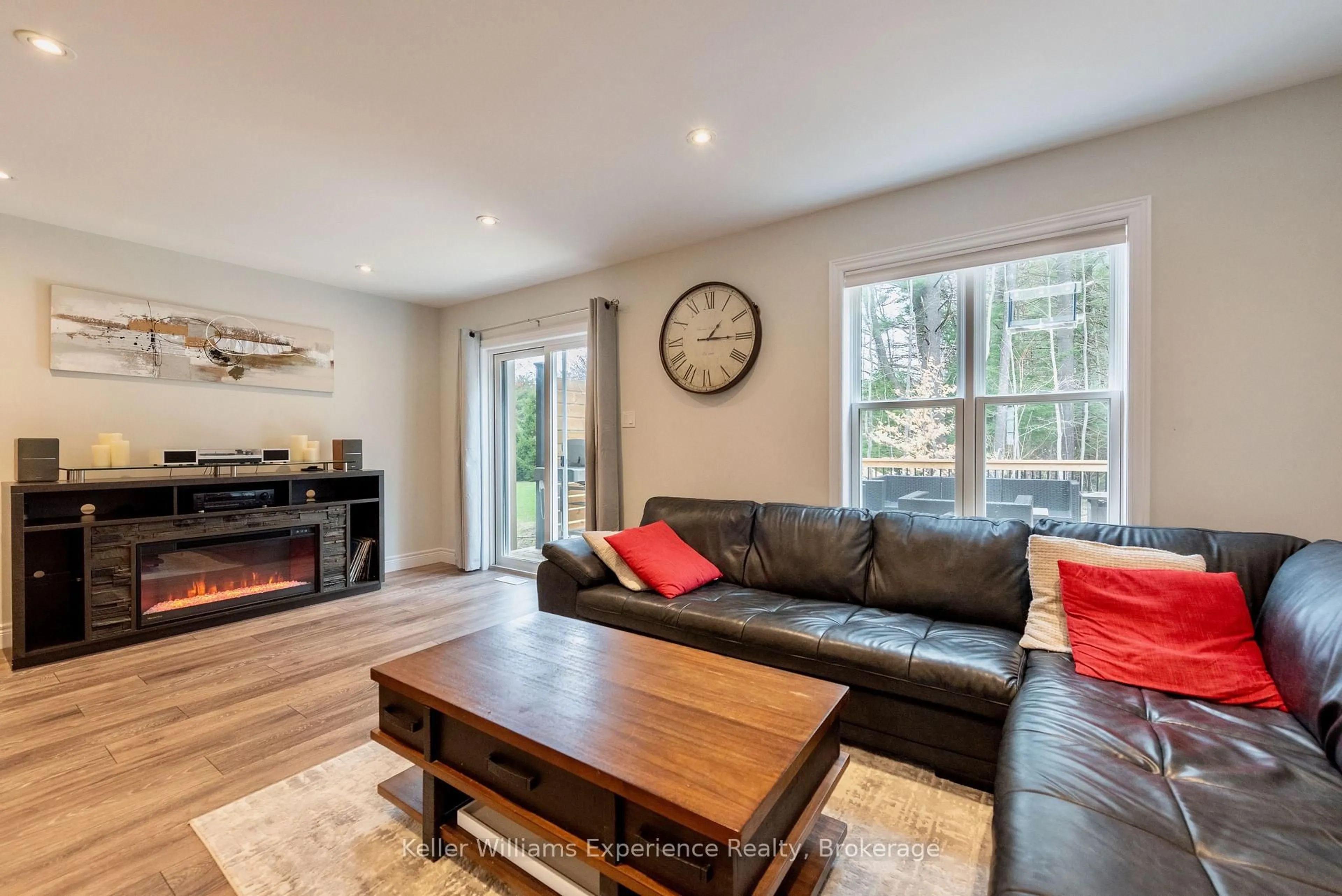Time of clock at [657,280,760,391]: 1:14
